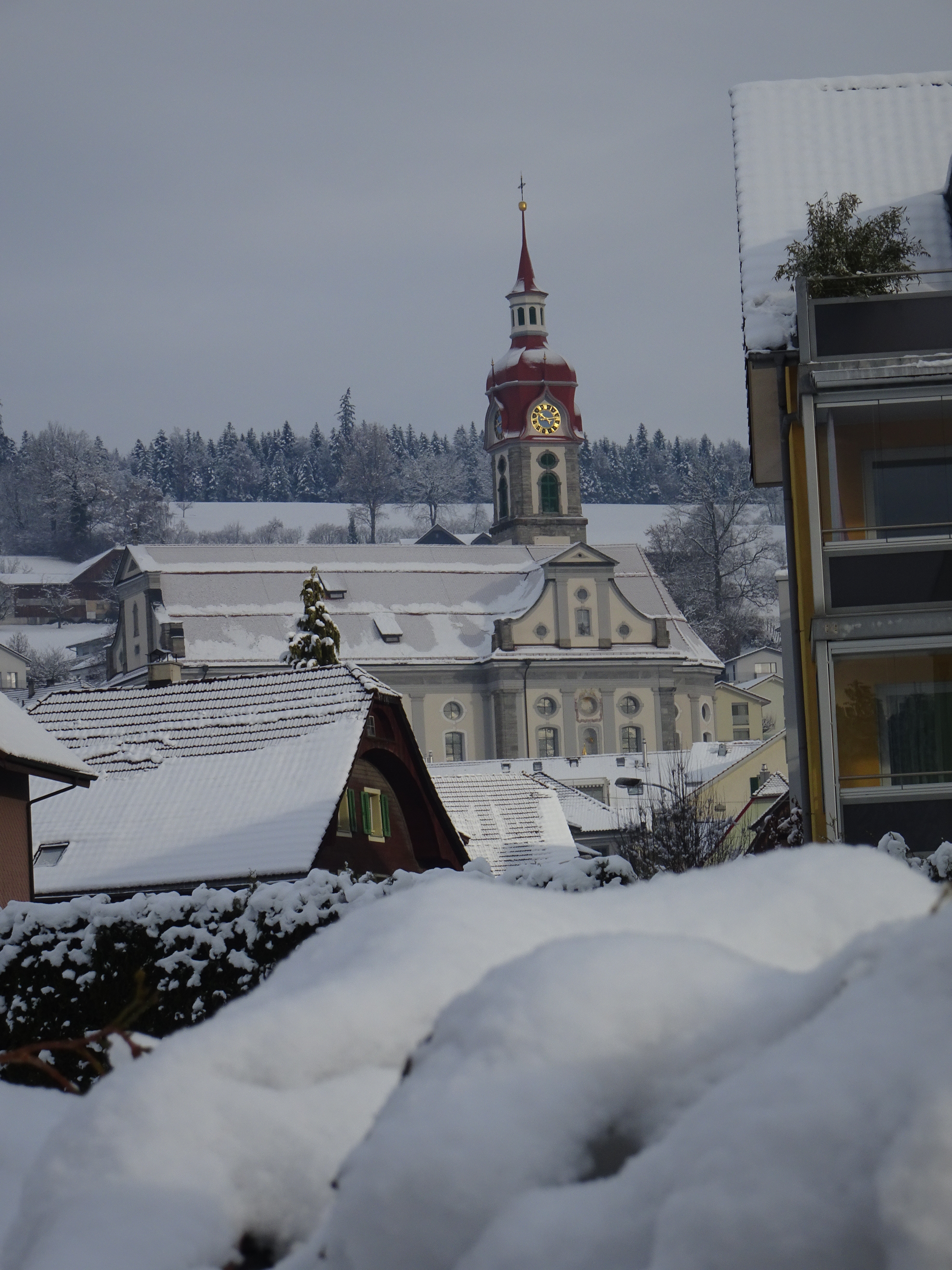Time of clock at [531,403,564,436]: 2:49
